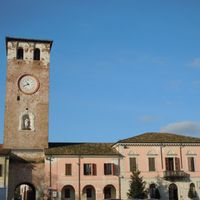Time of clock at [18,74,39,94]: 10:41
